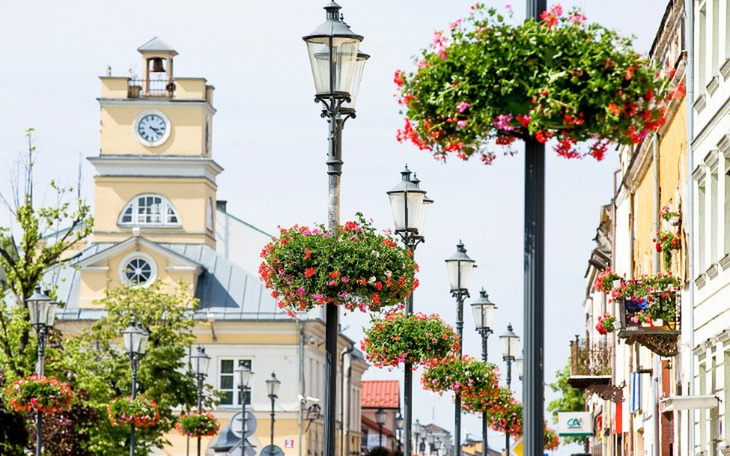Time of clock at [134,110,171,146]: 3:21
